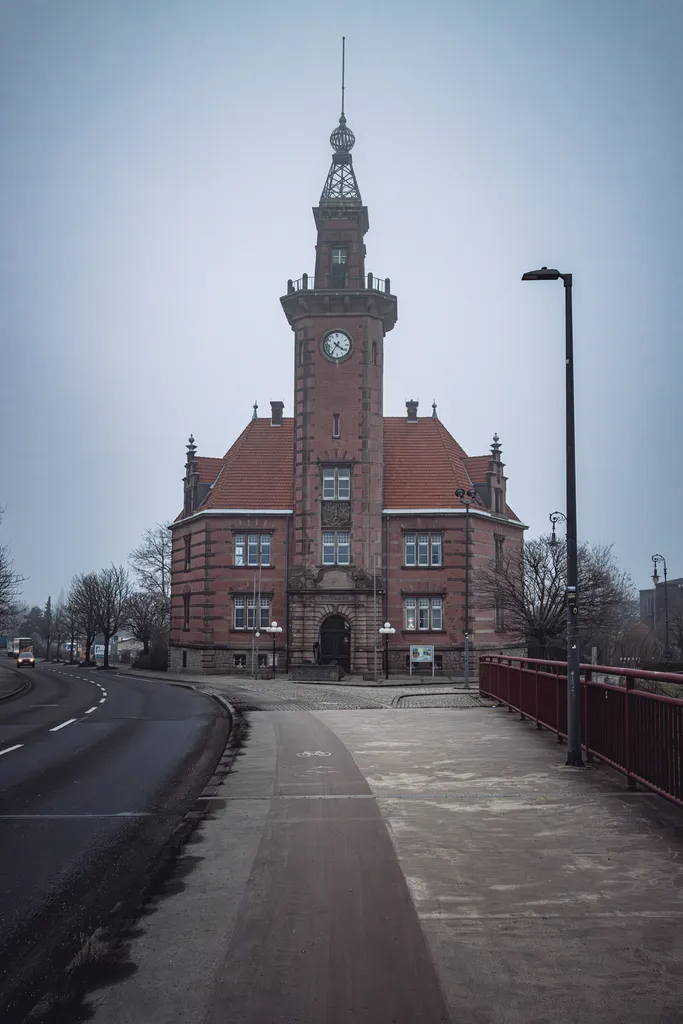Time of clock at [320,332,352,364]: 4:35
